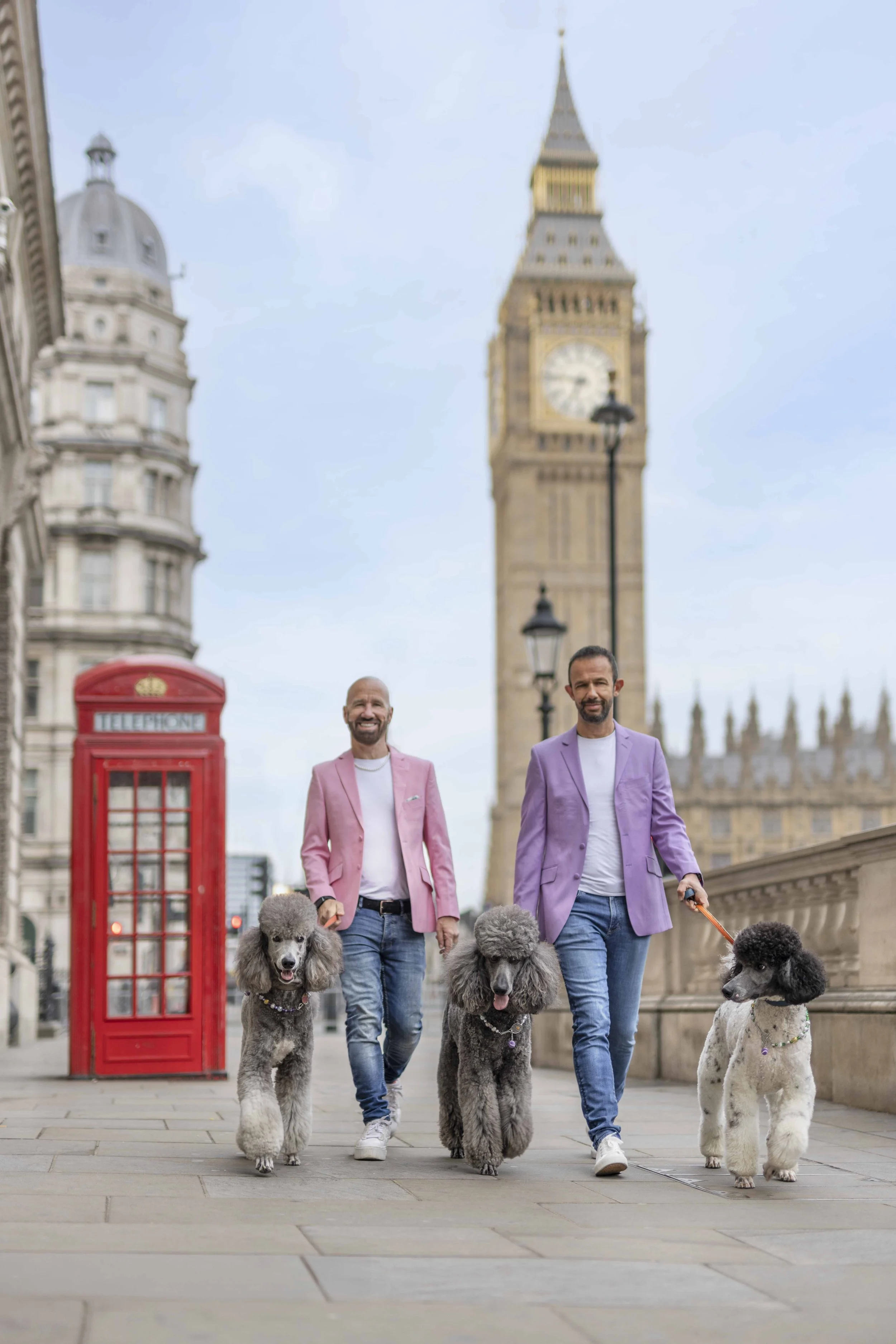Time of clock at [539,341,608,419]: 6:46
